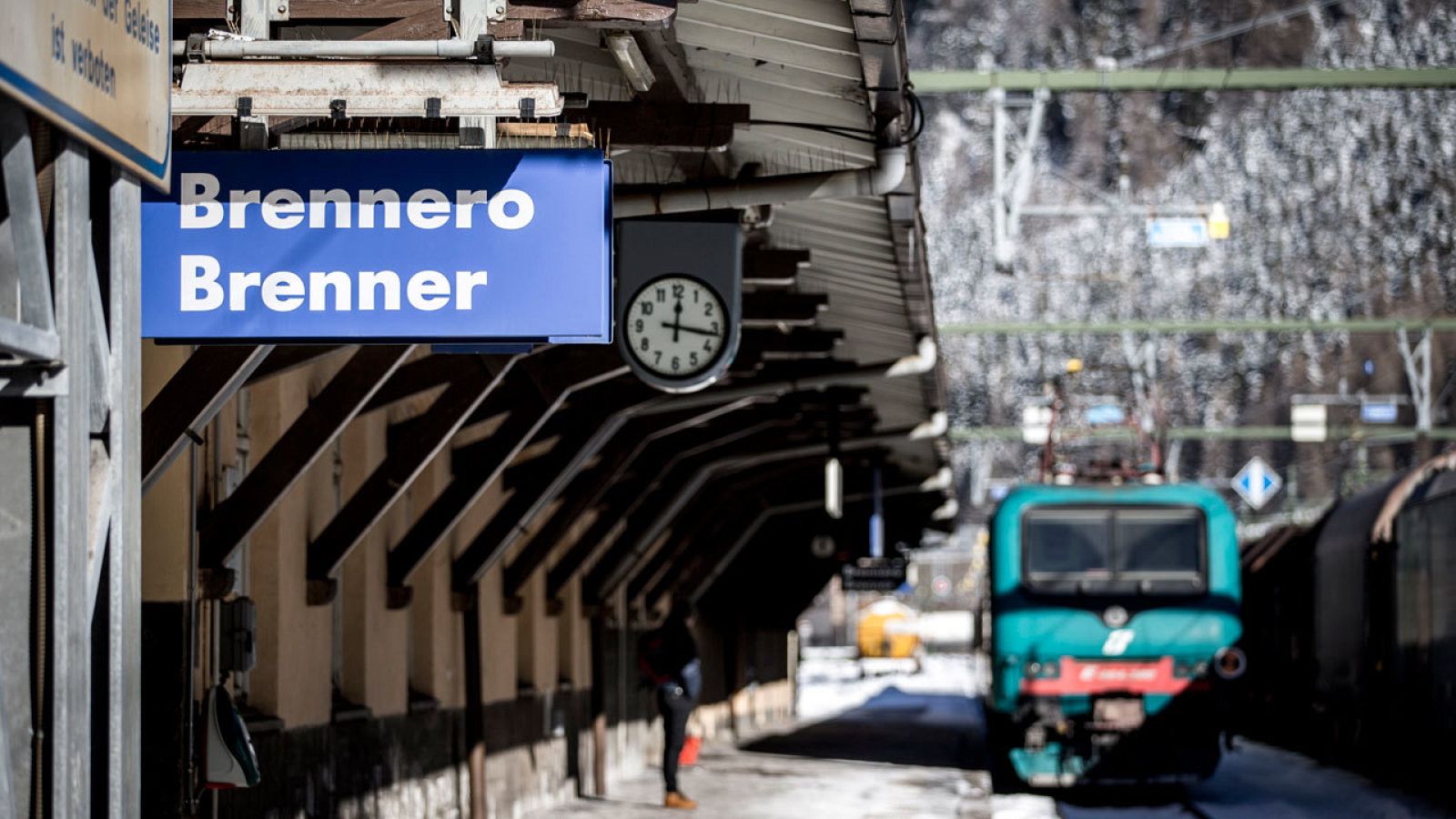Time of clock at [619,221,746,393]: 12:16
